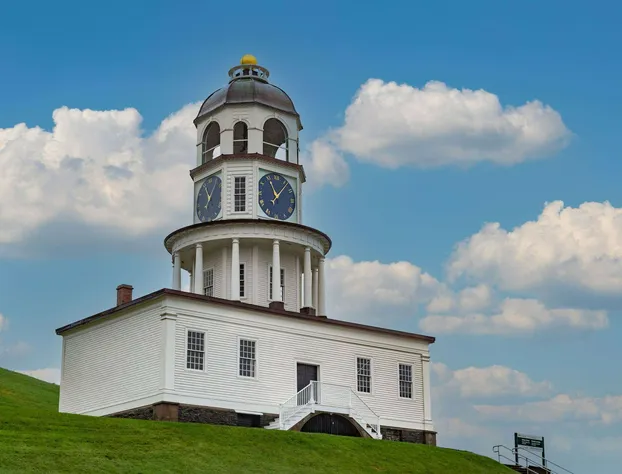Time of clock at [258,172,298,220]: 11:06
